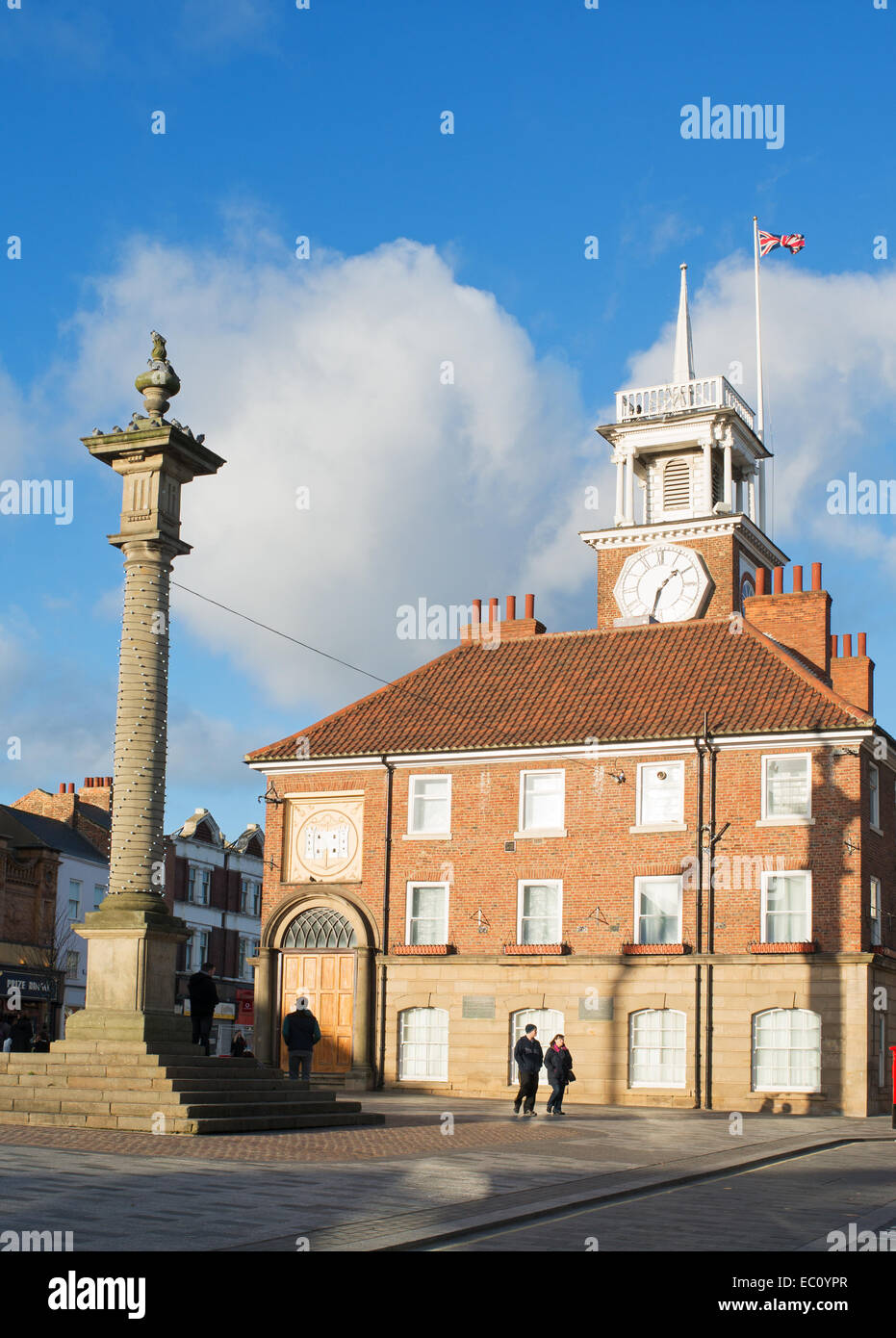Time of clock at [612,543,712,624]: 1:32
